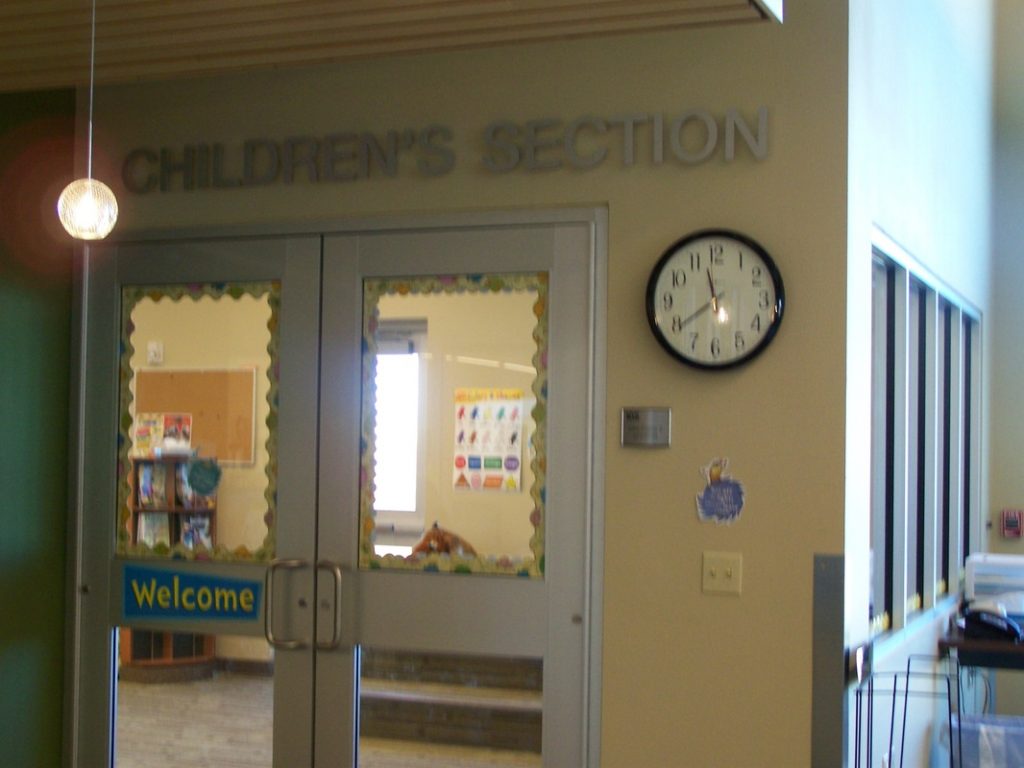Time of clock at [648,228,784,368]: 11:39
